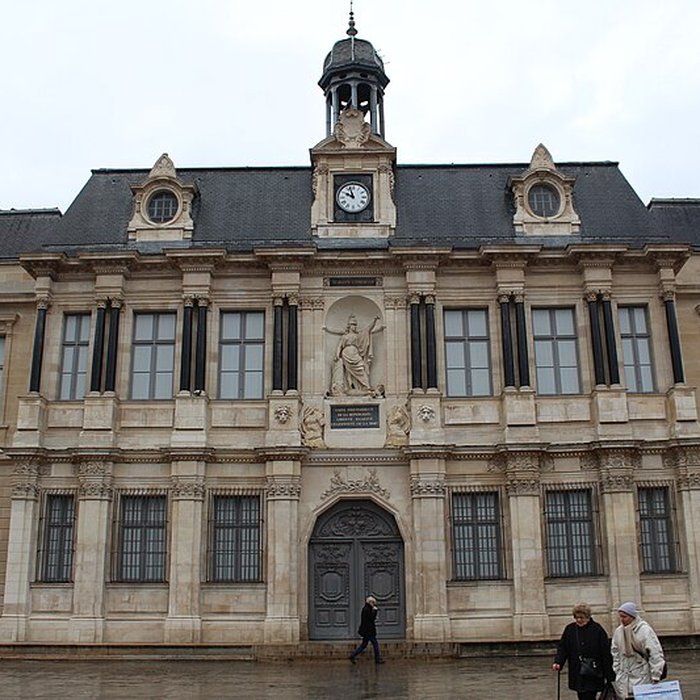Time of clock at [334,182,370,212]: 9:56
